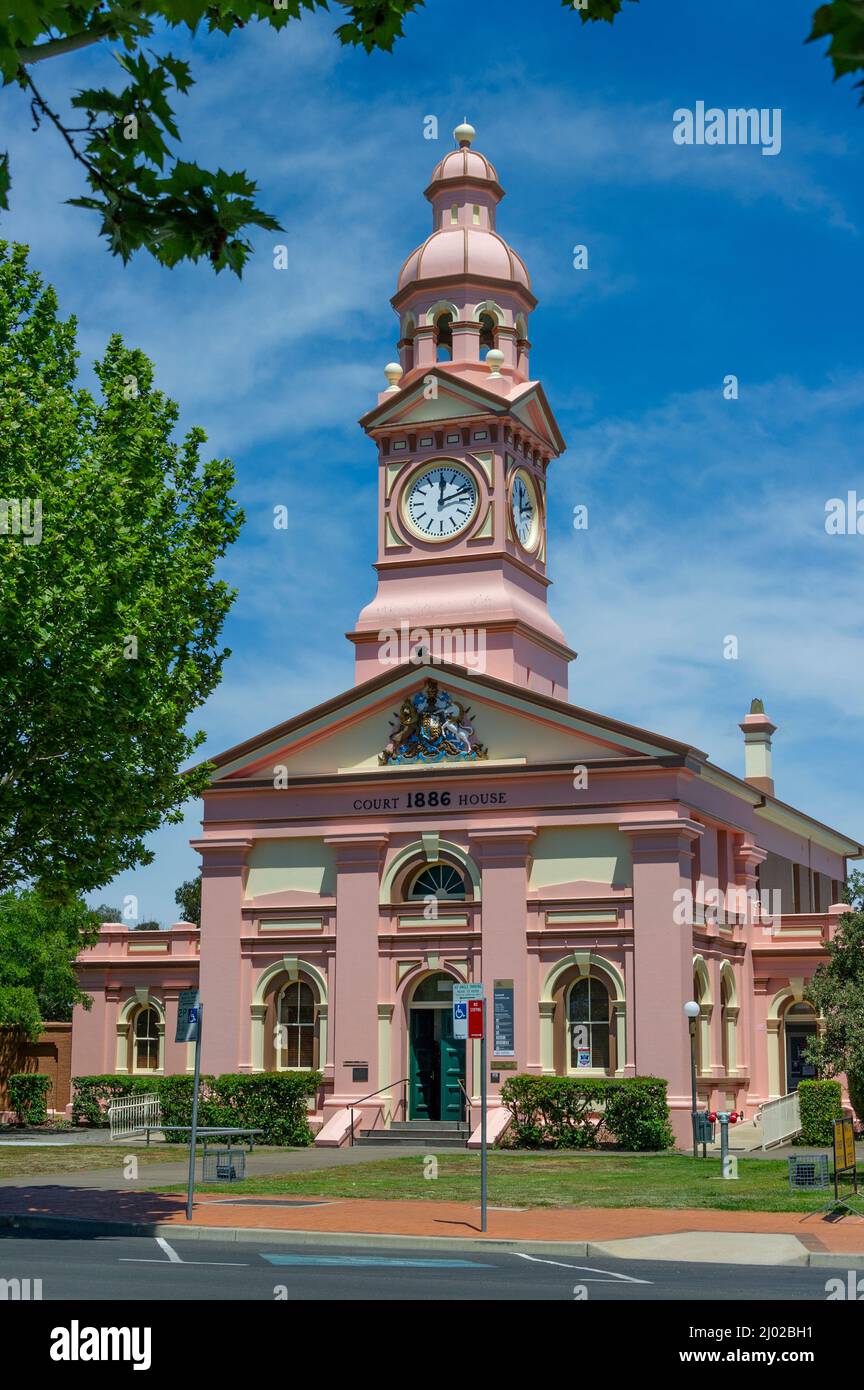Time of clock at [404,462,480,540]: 12:11
